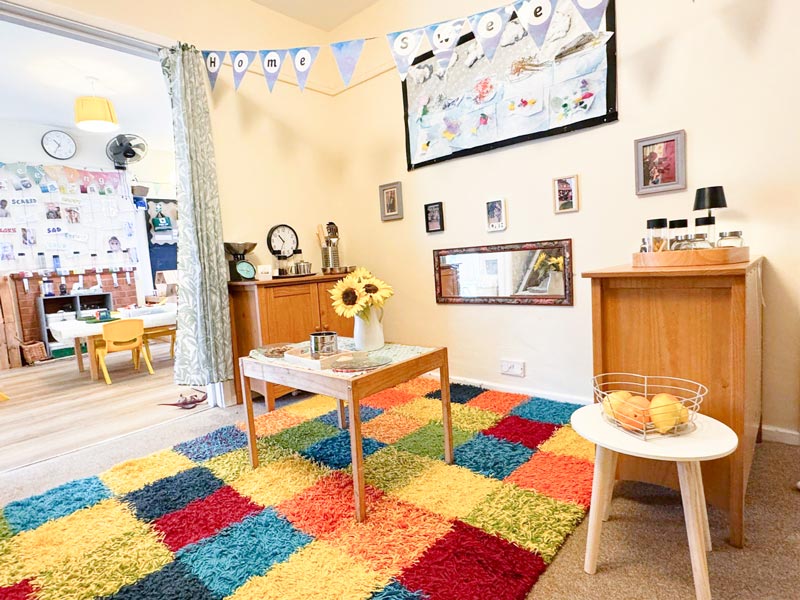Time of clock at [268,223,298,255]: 10:33
